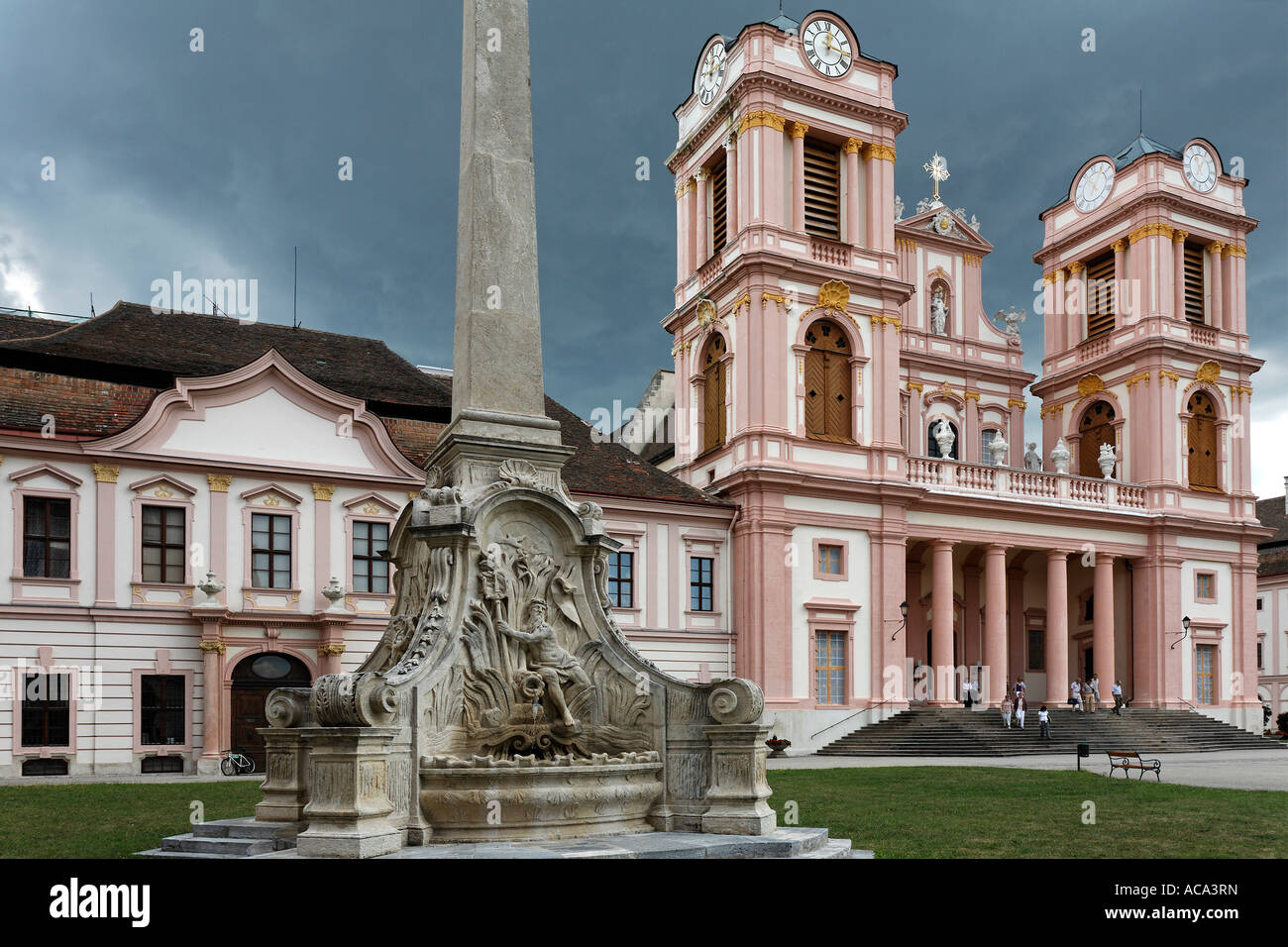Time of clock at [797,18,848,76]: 12:16
